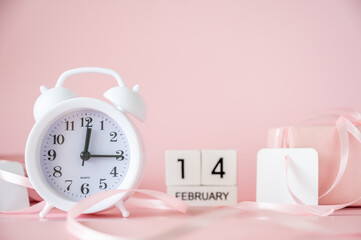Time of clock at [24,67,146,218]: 12:15
